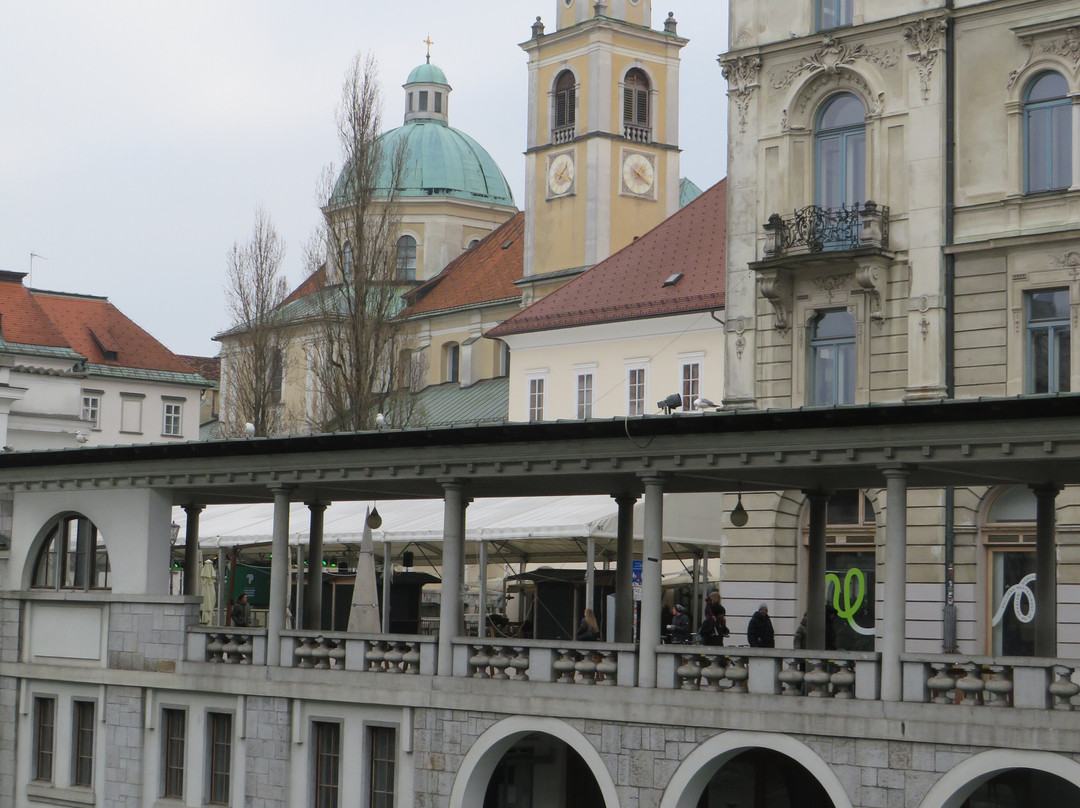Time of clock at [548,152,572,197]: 1:18
